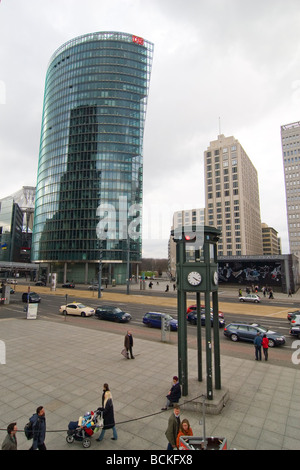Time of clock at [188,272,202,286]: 4:20
